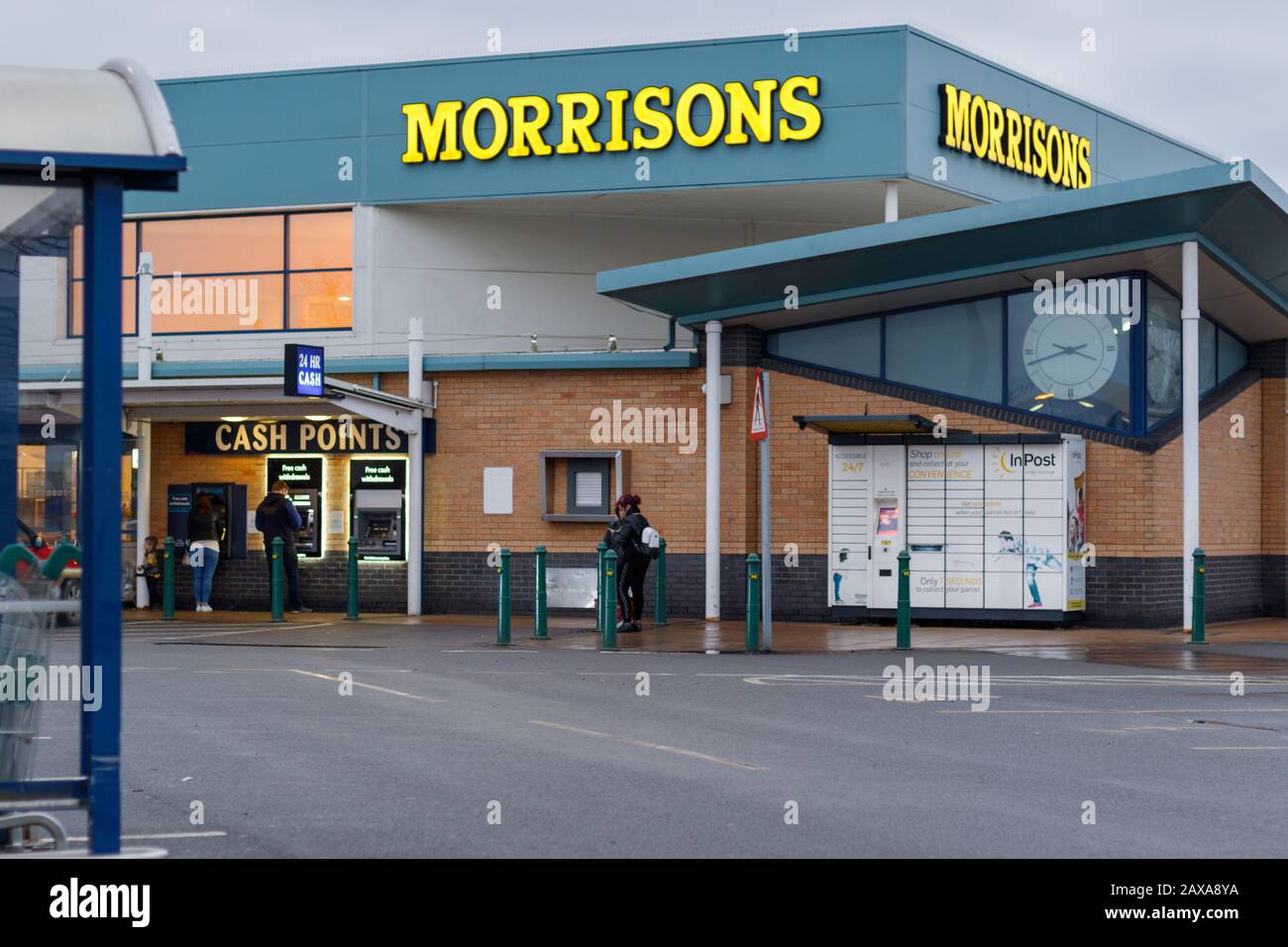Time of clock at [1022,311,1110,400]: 3:42
